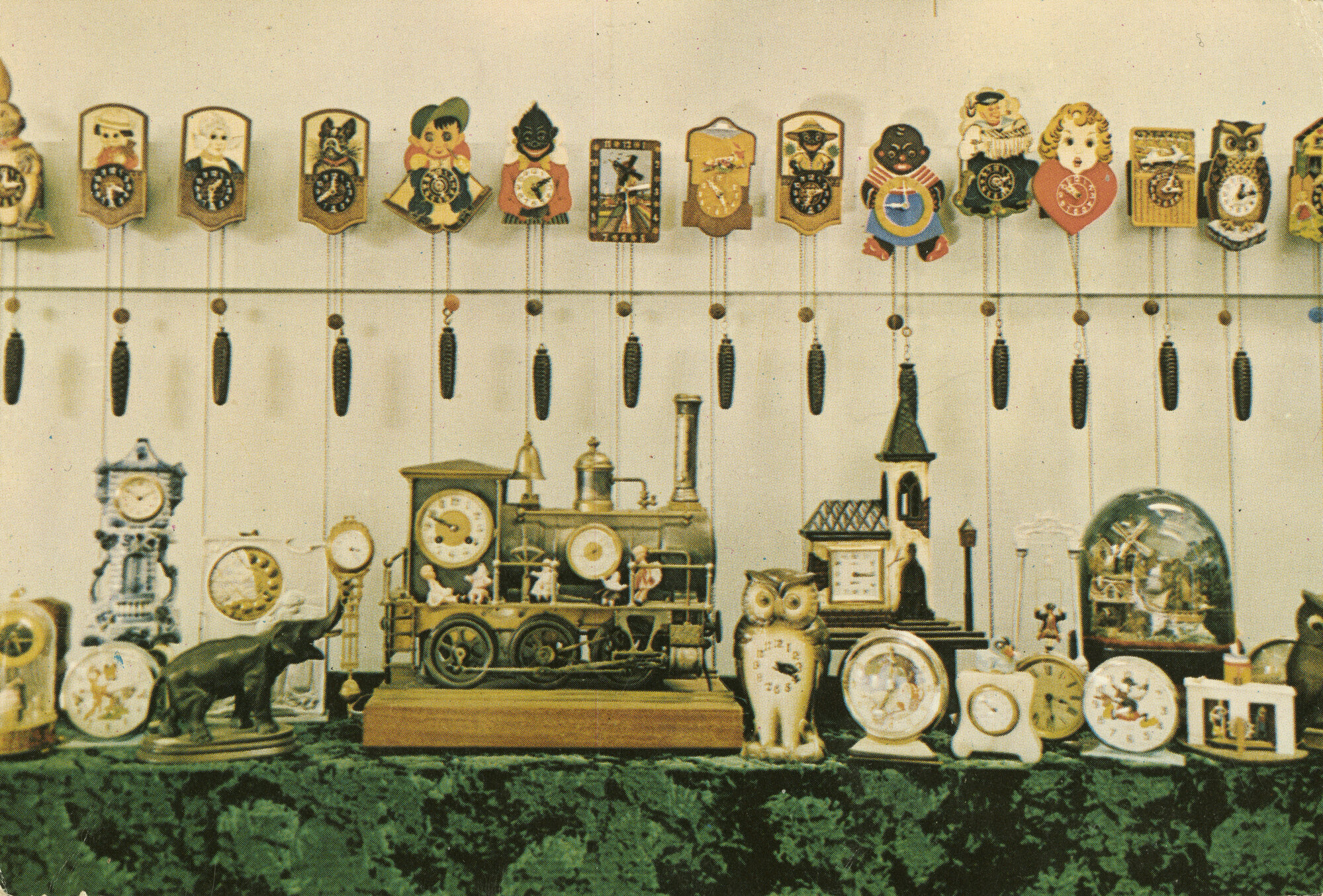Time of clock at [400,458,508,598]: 9:48
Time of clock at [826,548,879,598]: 3:15
